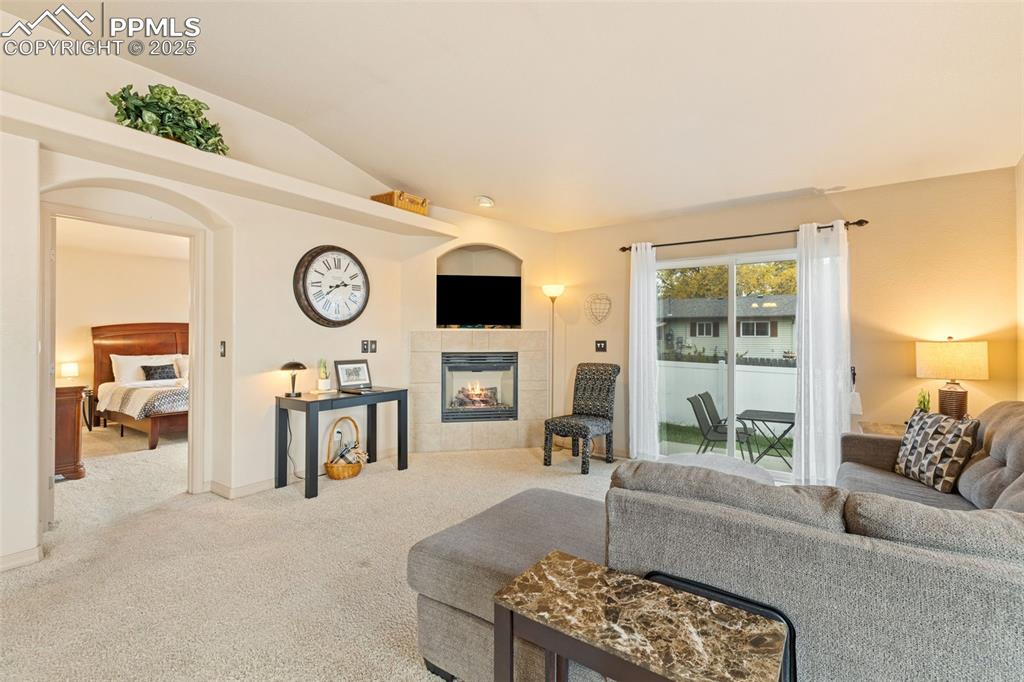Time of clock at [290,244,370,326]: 2:38
